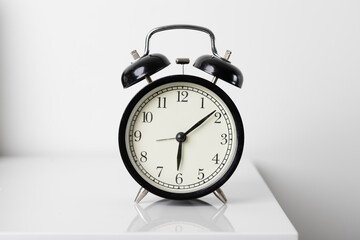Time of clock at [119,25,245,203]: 6:08
